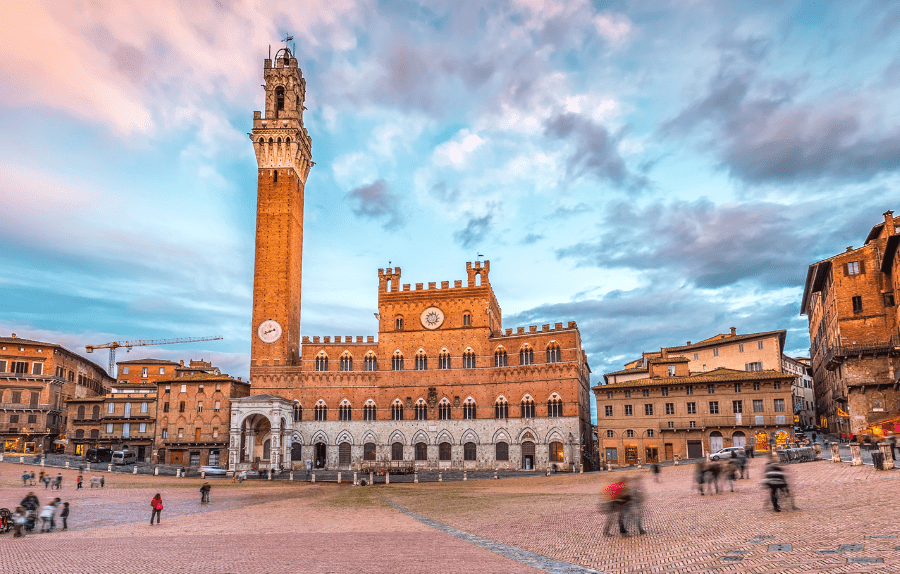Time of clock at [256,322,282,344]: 8:11
